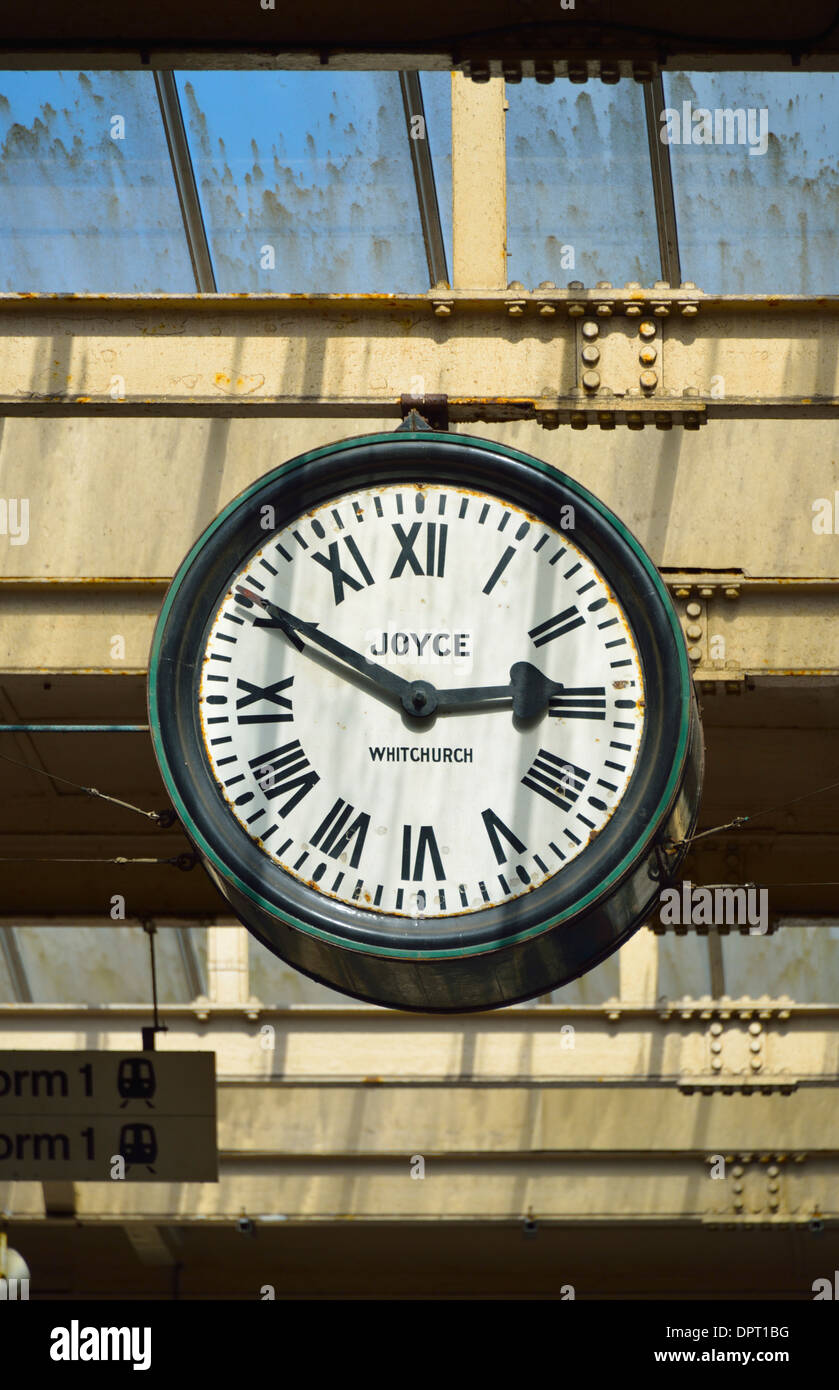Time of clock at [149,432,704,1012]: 2:50
